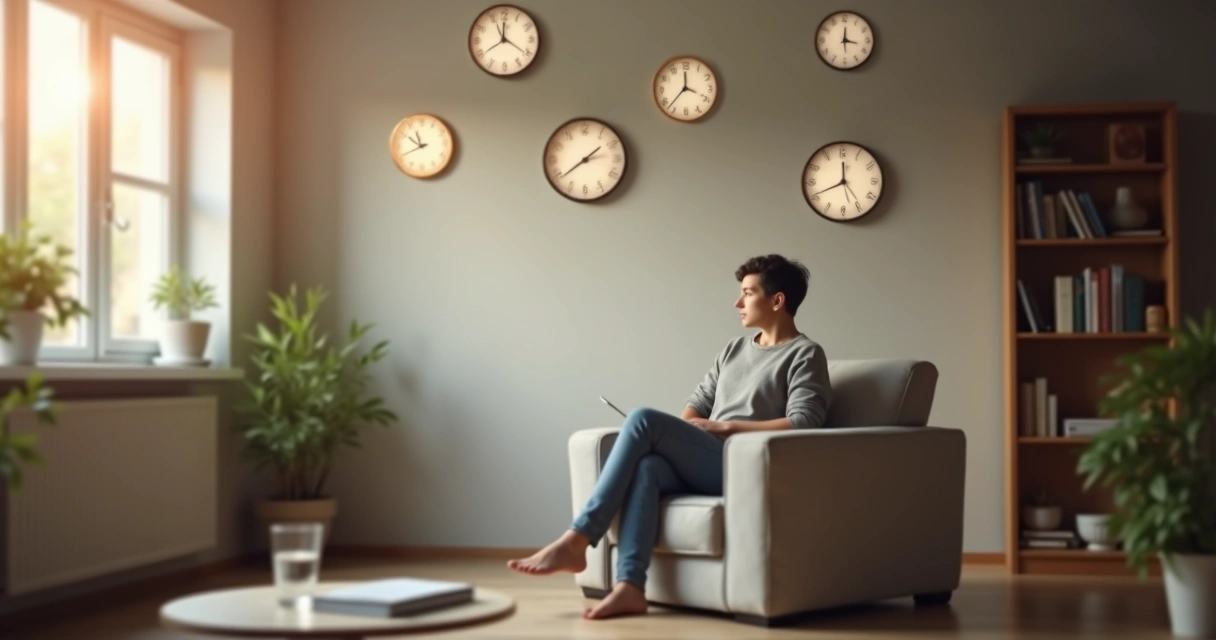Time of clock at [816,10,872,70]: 3:29
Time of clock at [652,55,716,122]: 3:37
